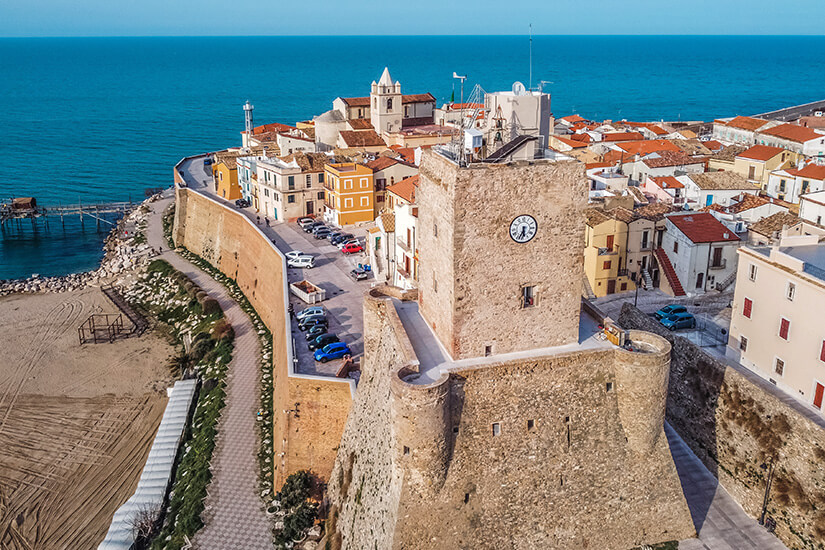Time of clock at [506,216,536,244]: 5:33
